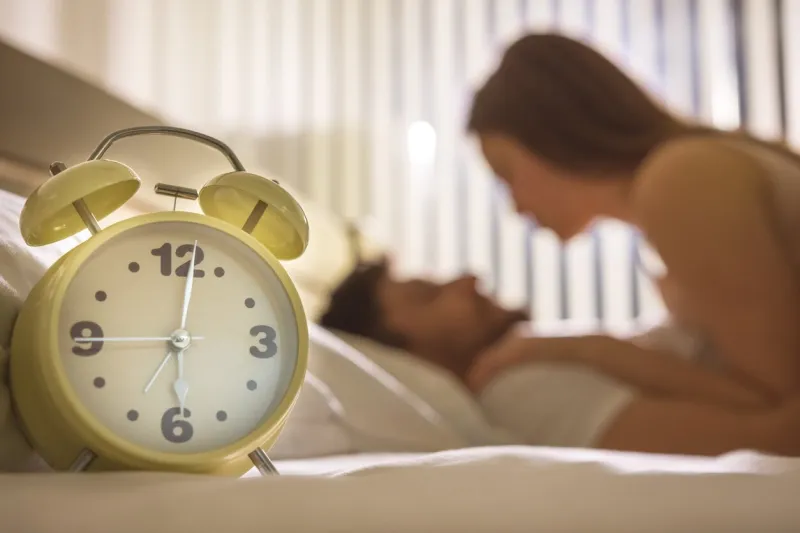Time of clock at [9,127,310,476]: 6:01
